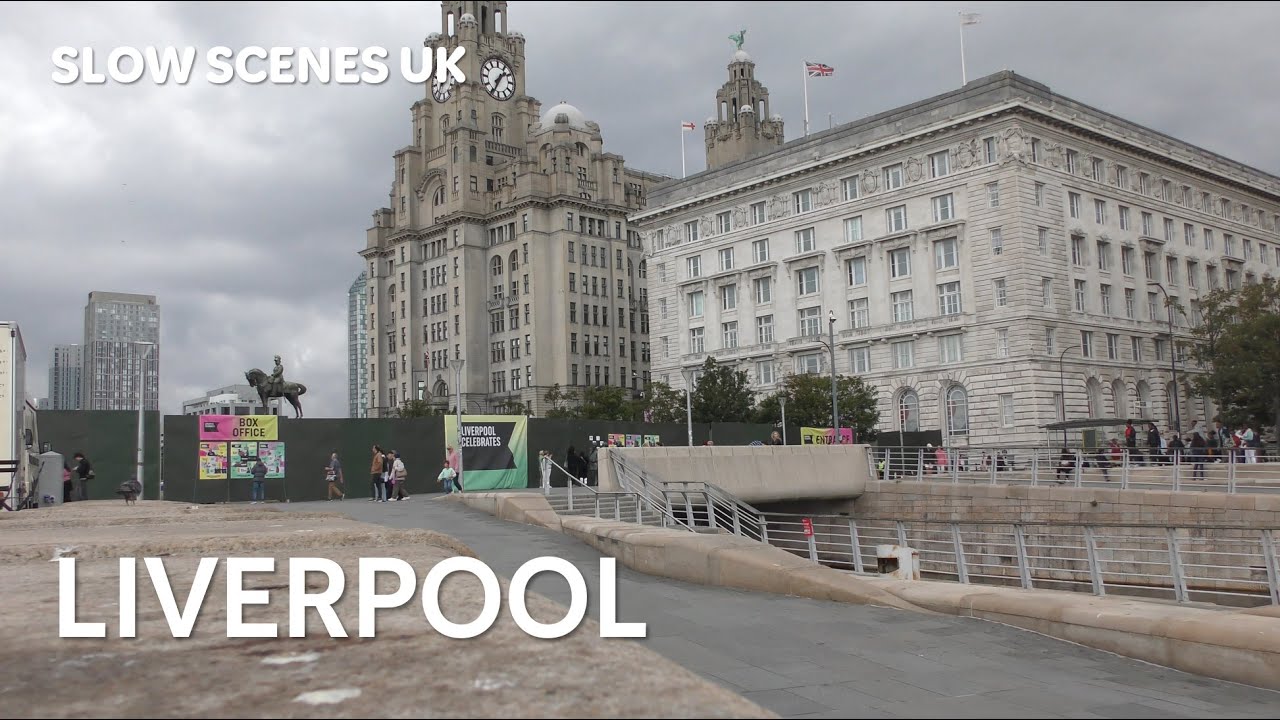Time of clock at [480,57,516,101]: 1:34
